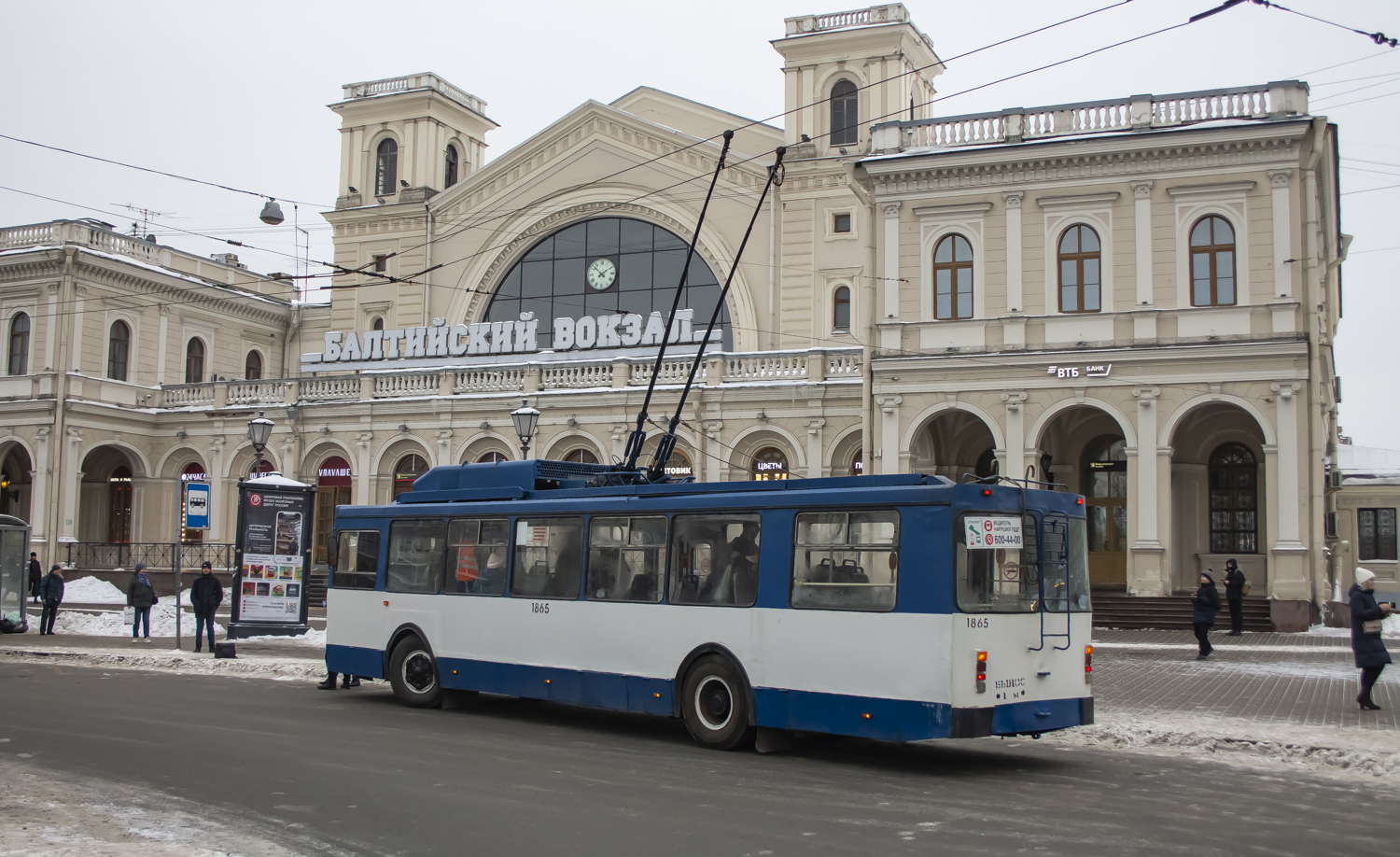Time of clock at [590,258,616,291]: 1:52
